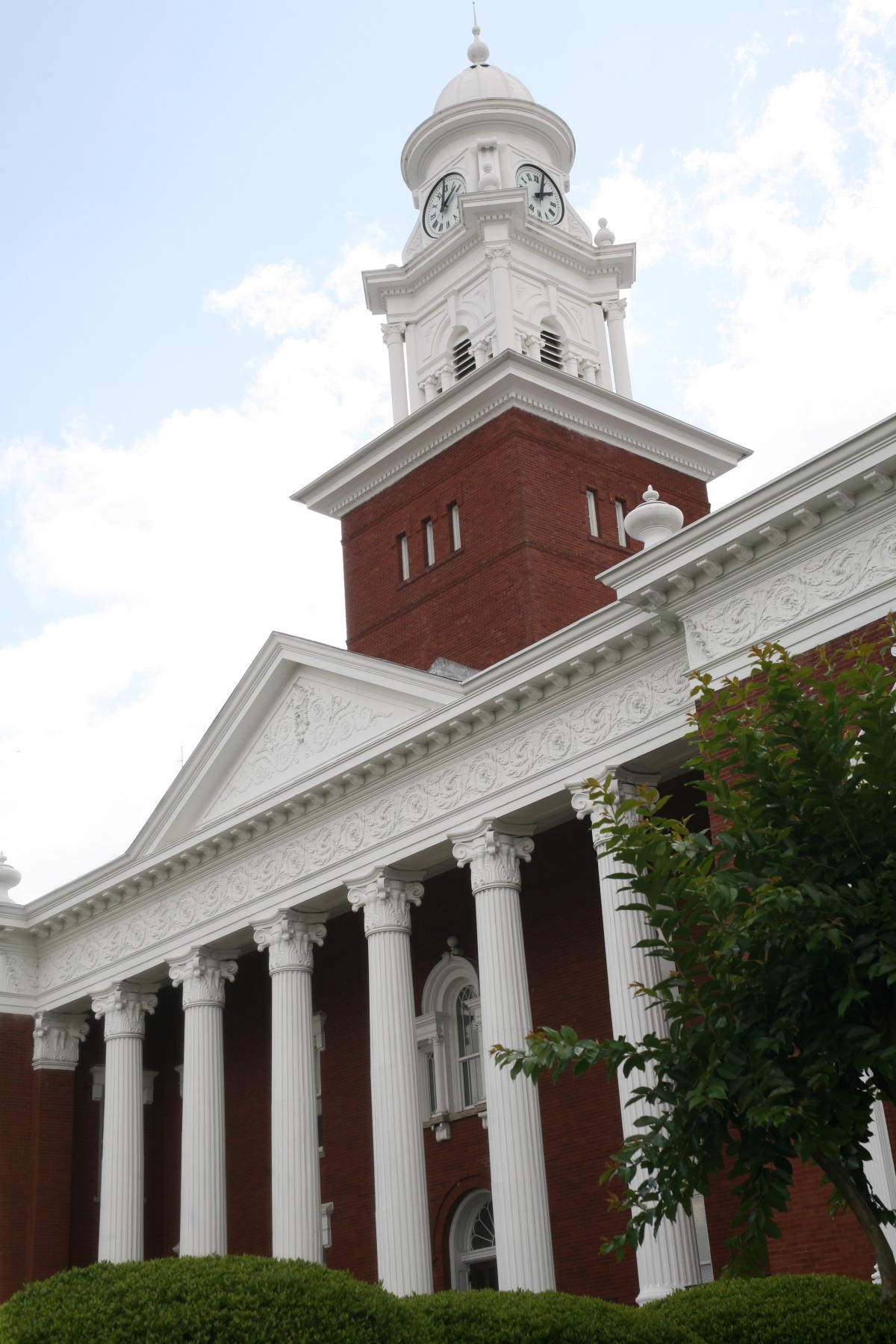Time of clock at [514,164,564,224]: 2:02
